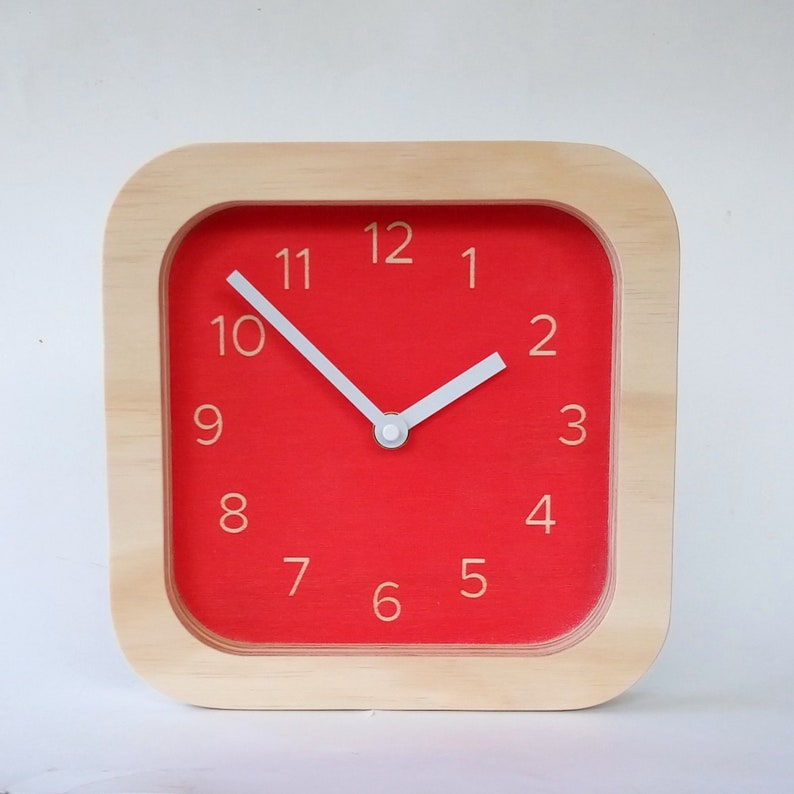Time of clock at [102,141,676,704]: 1:52
